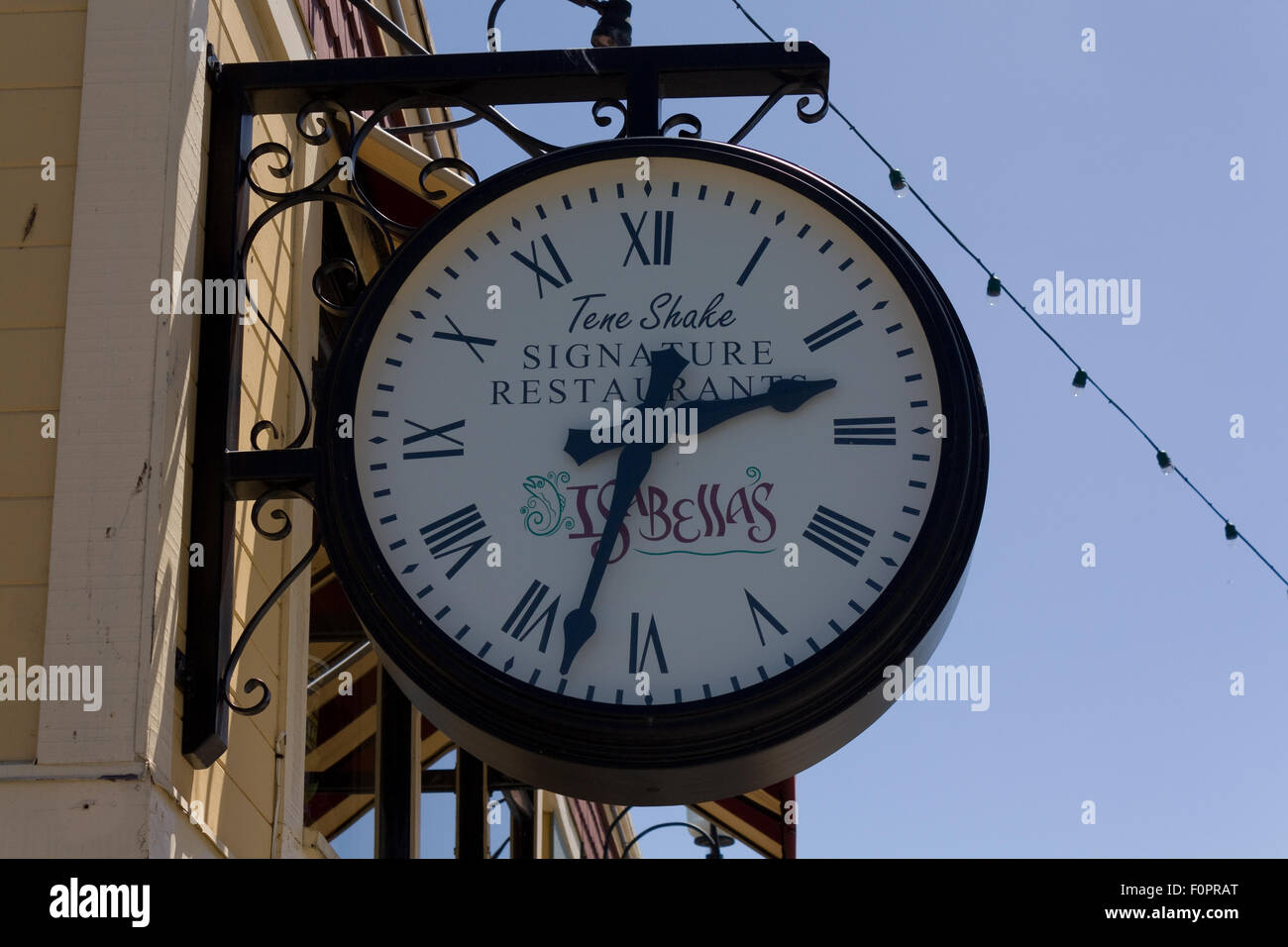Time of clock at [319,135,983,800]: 2:32
